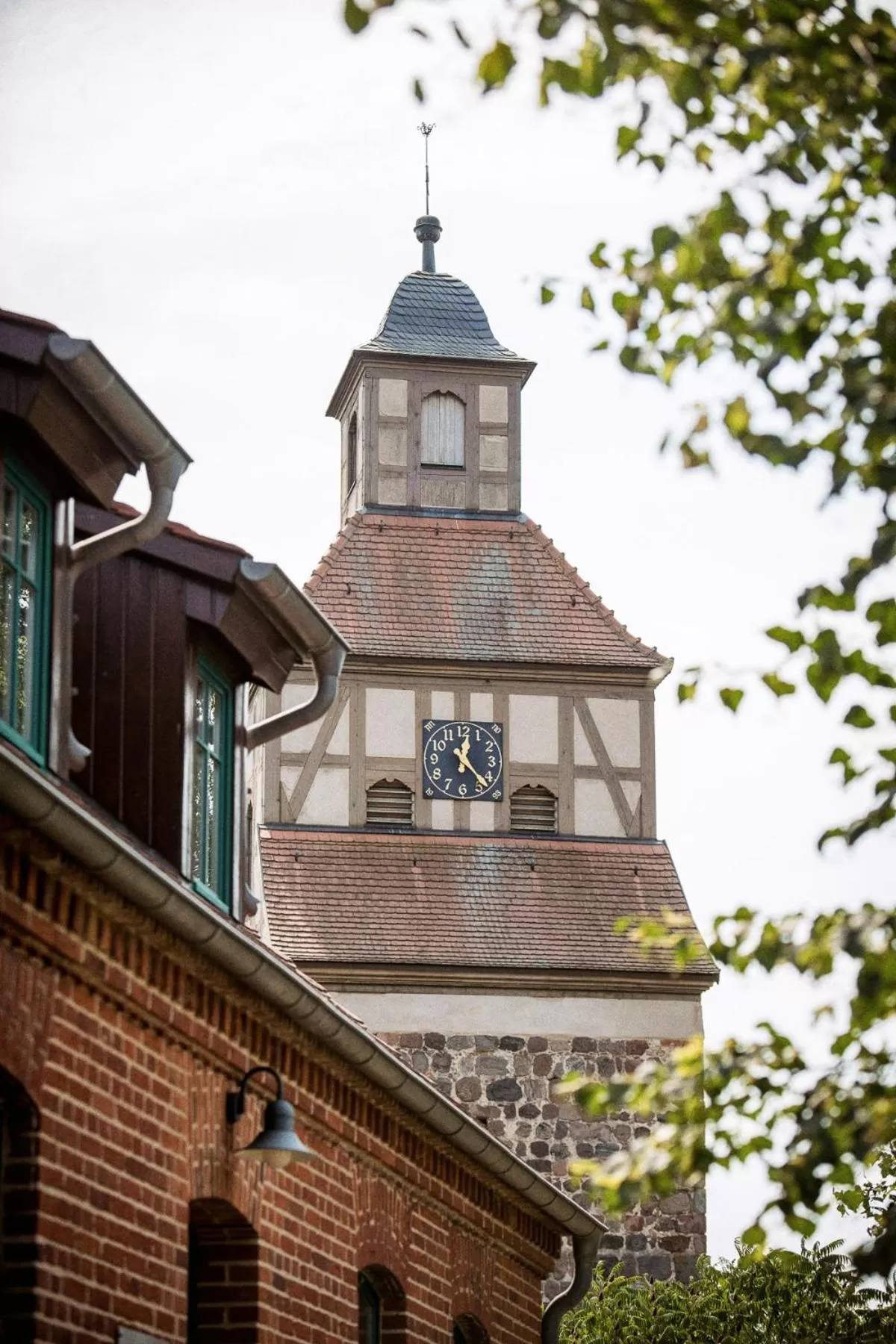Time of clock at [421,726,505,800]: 12:22
